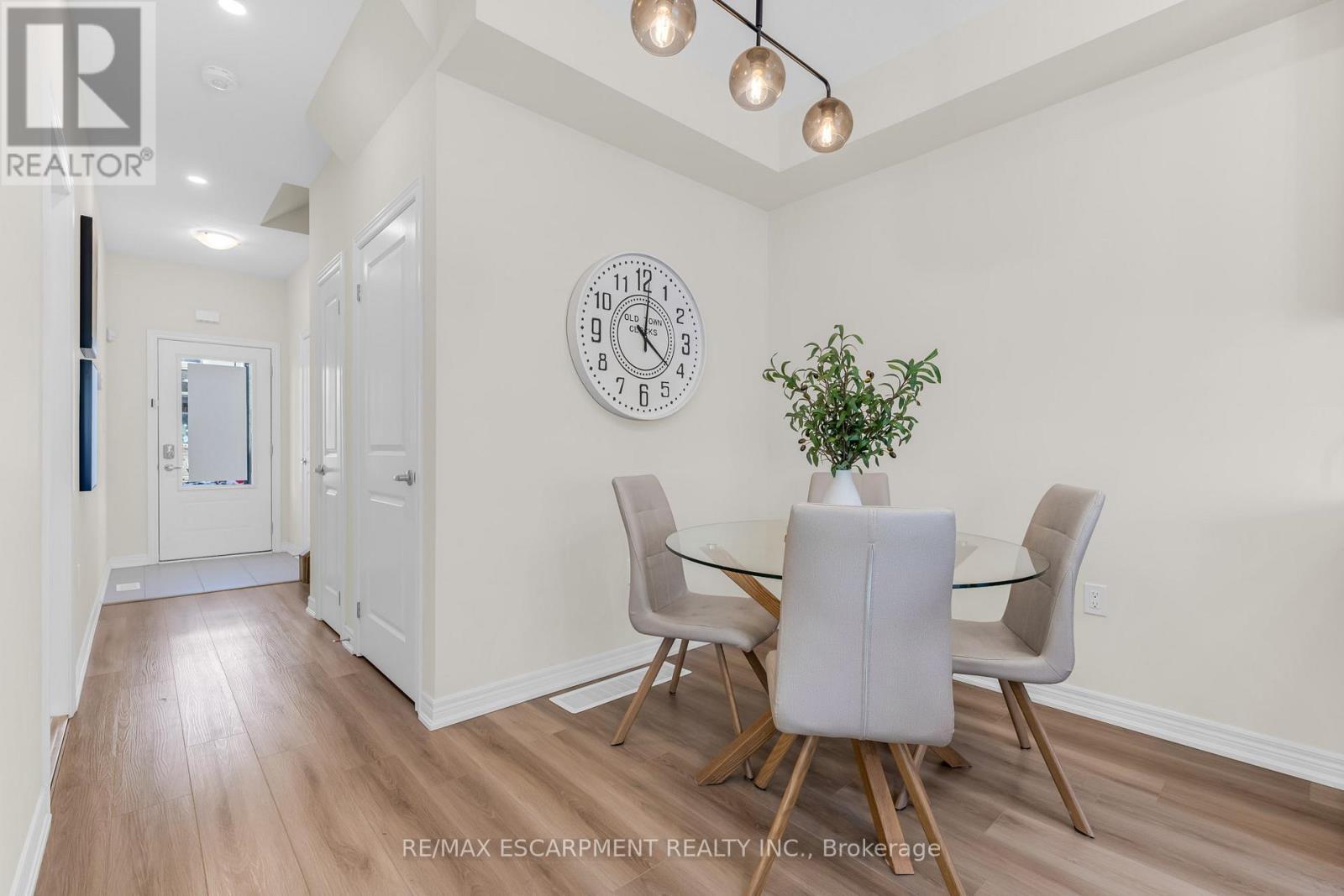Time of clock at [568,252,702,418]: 4:01
